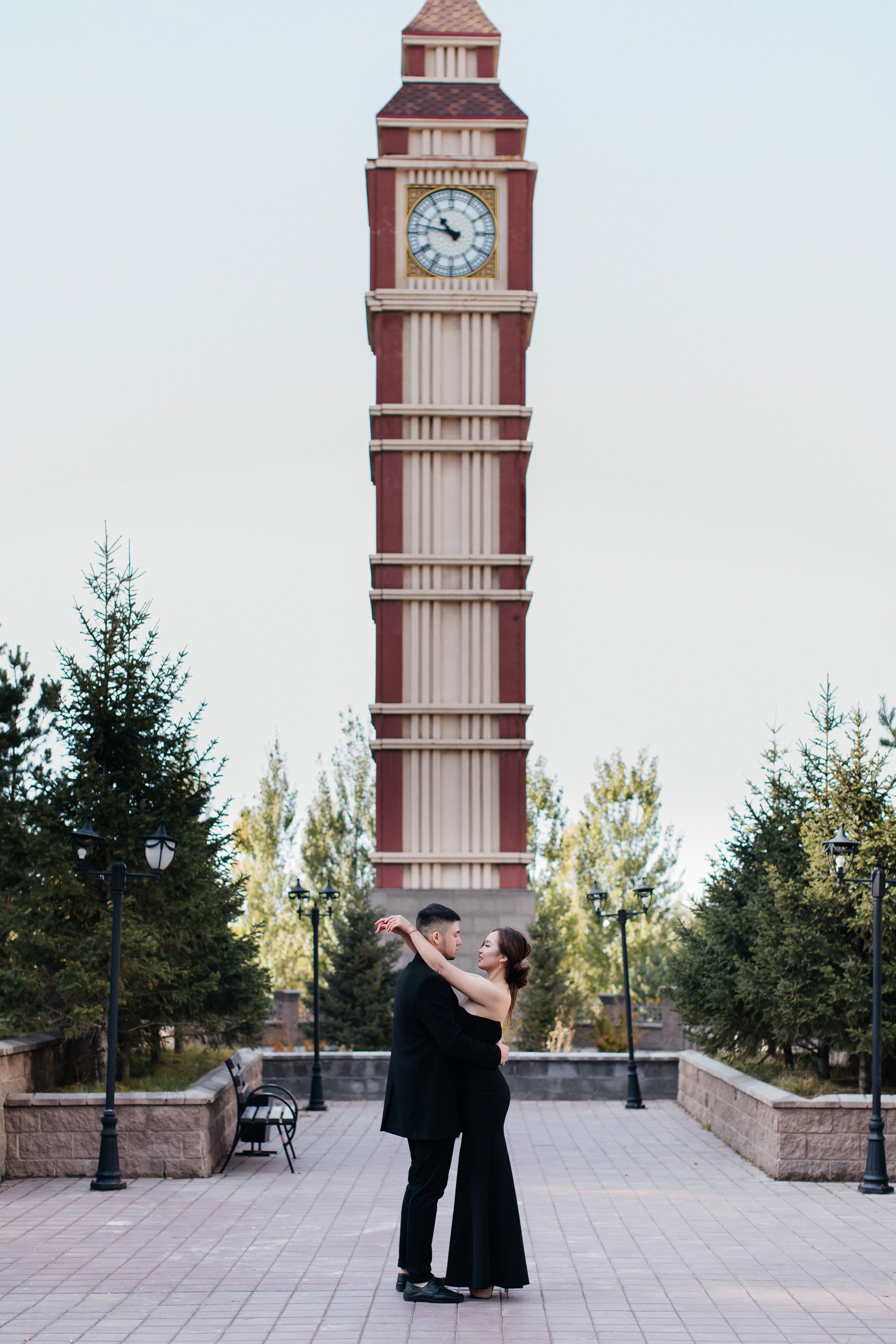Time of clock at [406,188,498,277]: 10:47
